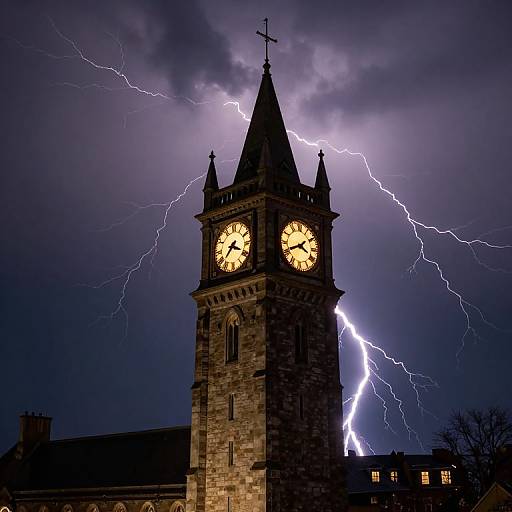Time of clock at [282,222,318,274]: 3:40
